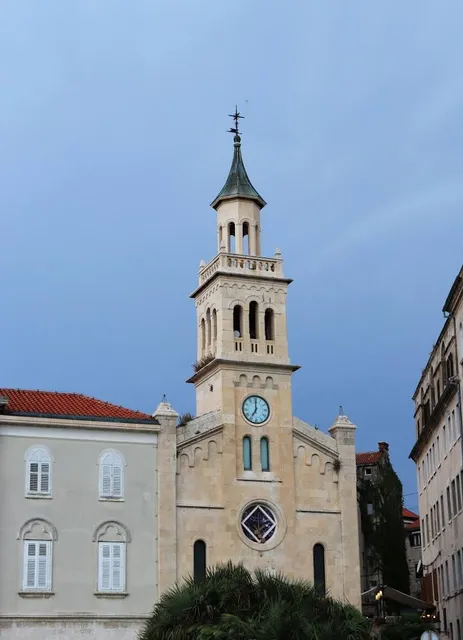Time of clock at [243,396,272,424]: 7:00
